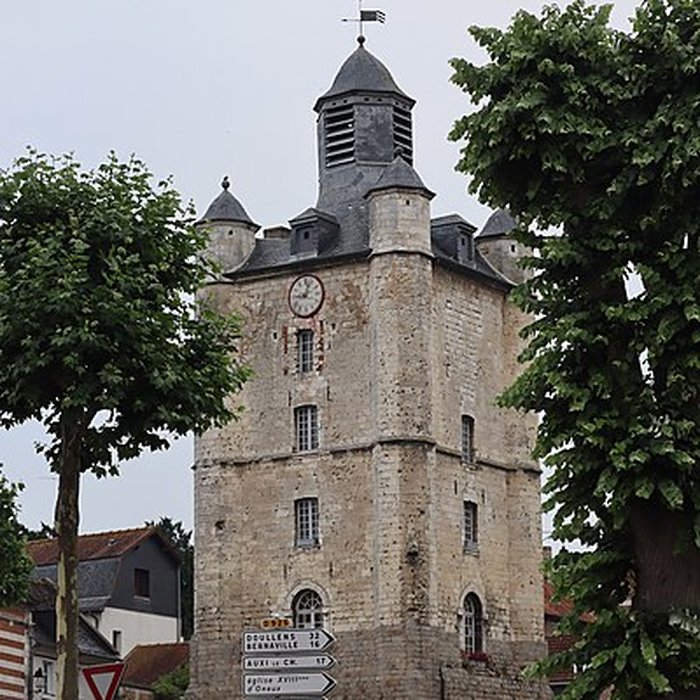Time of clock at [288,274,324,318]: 9:03
